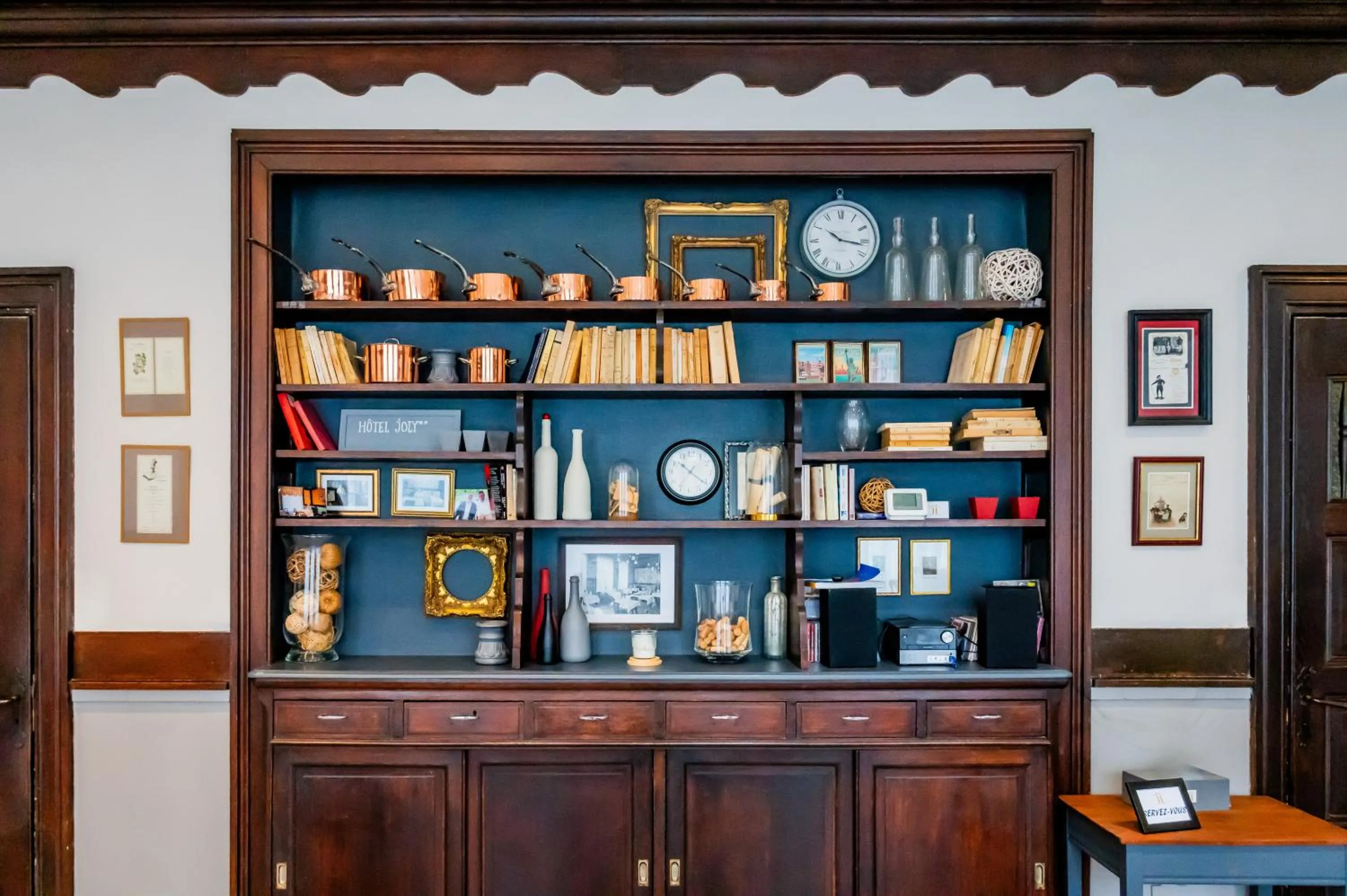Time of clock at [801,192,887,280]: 10:16
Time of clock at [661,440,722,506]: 10:21
